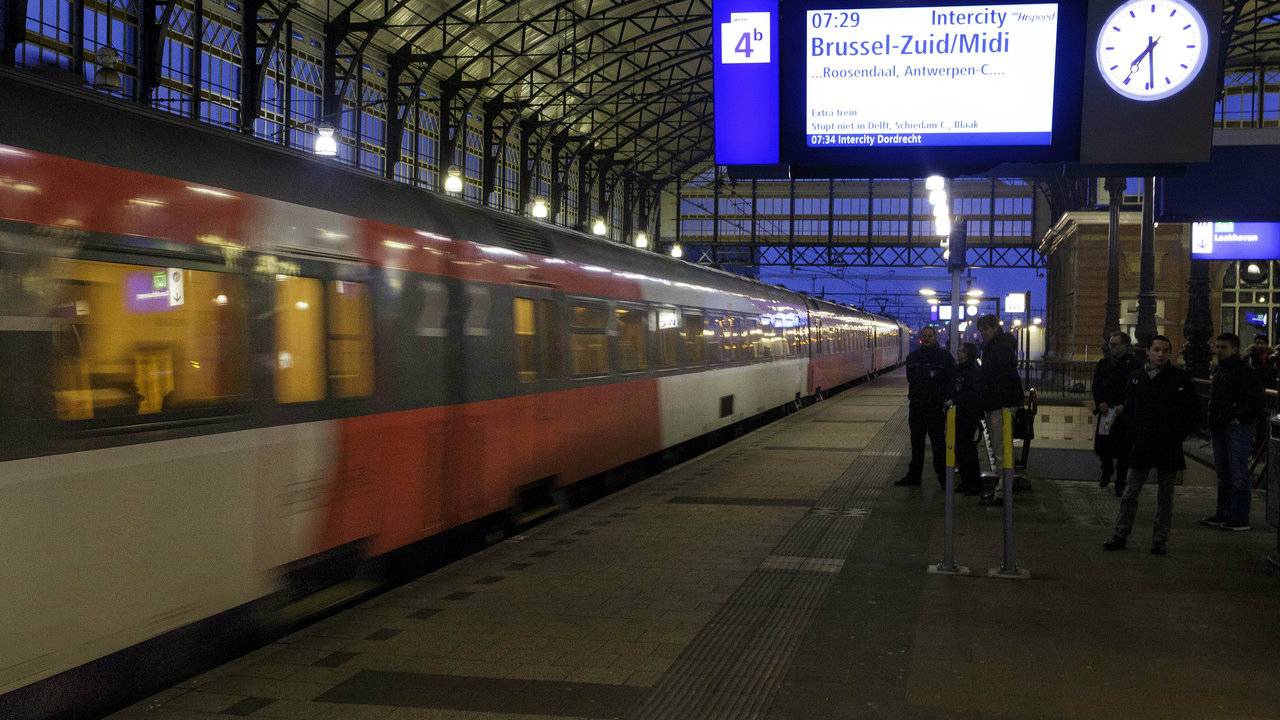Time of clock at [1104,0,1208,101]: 7:28
